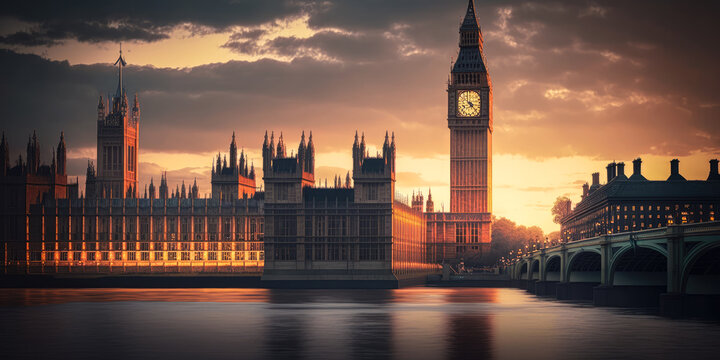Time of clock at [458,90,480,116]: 4:22
